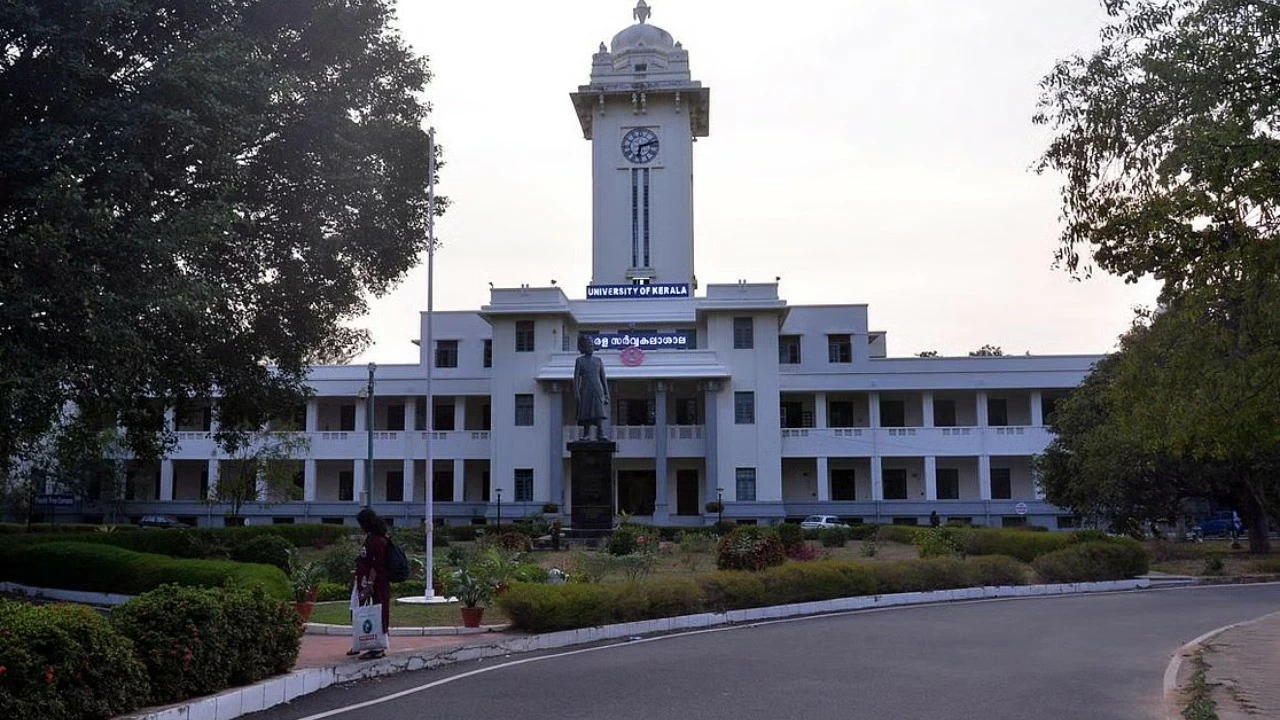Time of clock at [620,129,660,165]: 6:12
